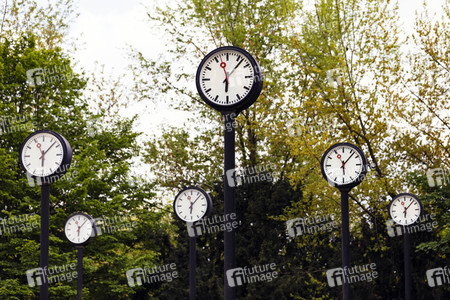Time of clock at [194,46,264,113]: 6:06
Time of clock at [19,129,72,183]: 6:07
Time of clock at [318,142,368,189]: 11:07
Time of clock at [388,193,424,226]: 6:07
